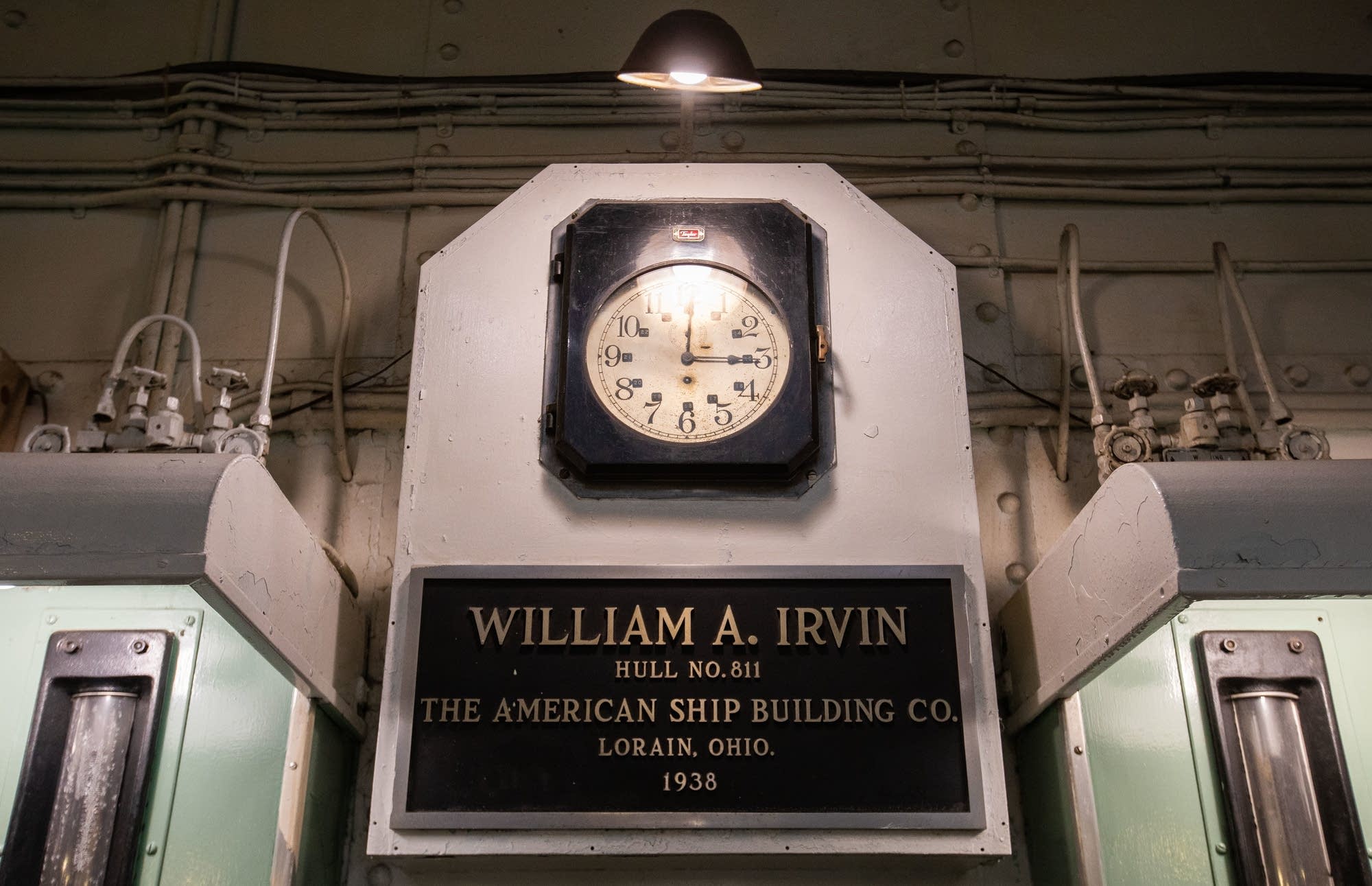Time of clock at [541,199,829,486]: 12:14
